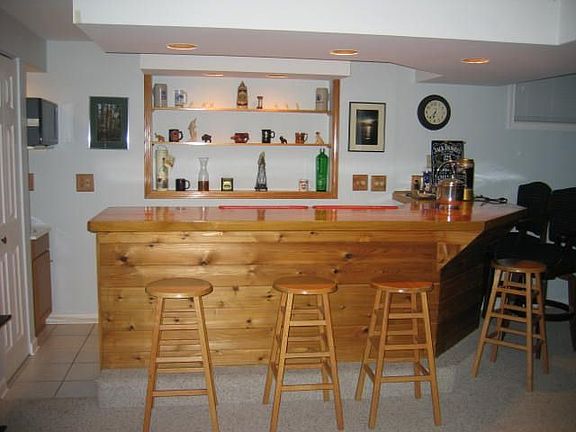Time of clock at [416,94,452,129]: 7:32
